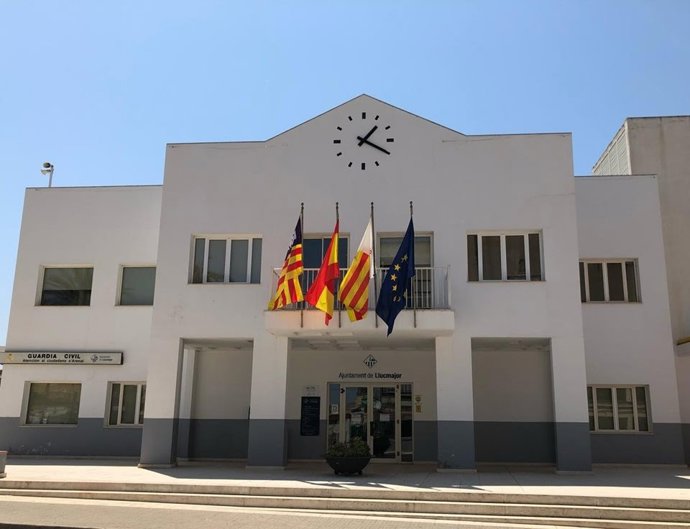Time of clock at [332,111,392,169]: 1:19
